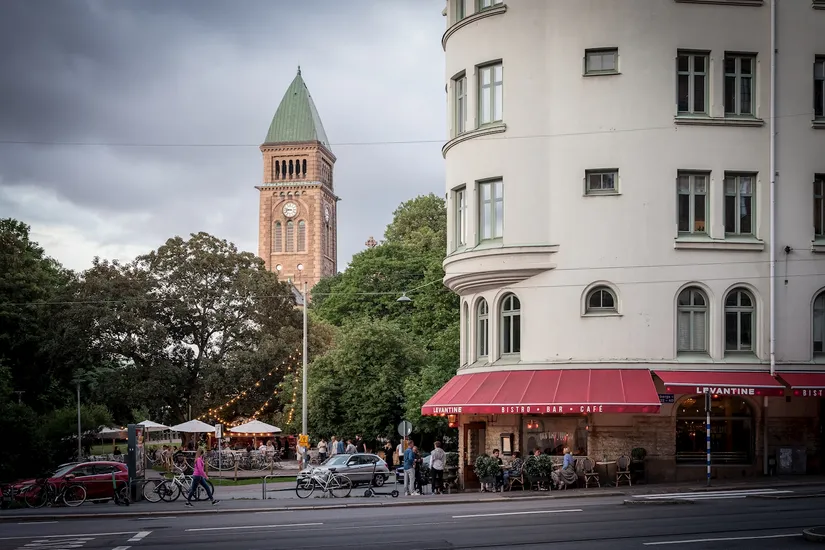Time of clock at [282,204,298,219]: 8:47
